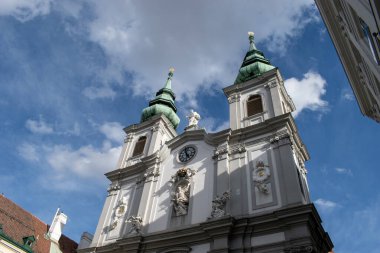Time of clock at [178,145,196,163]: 4:57
